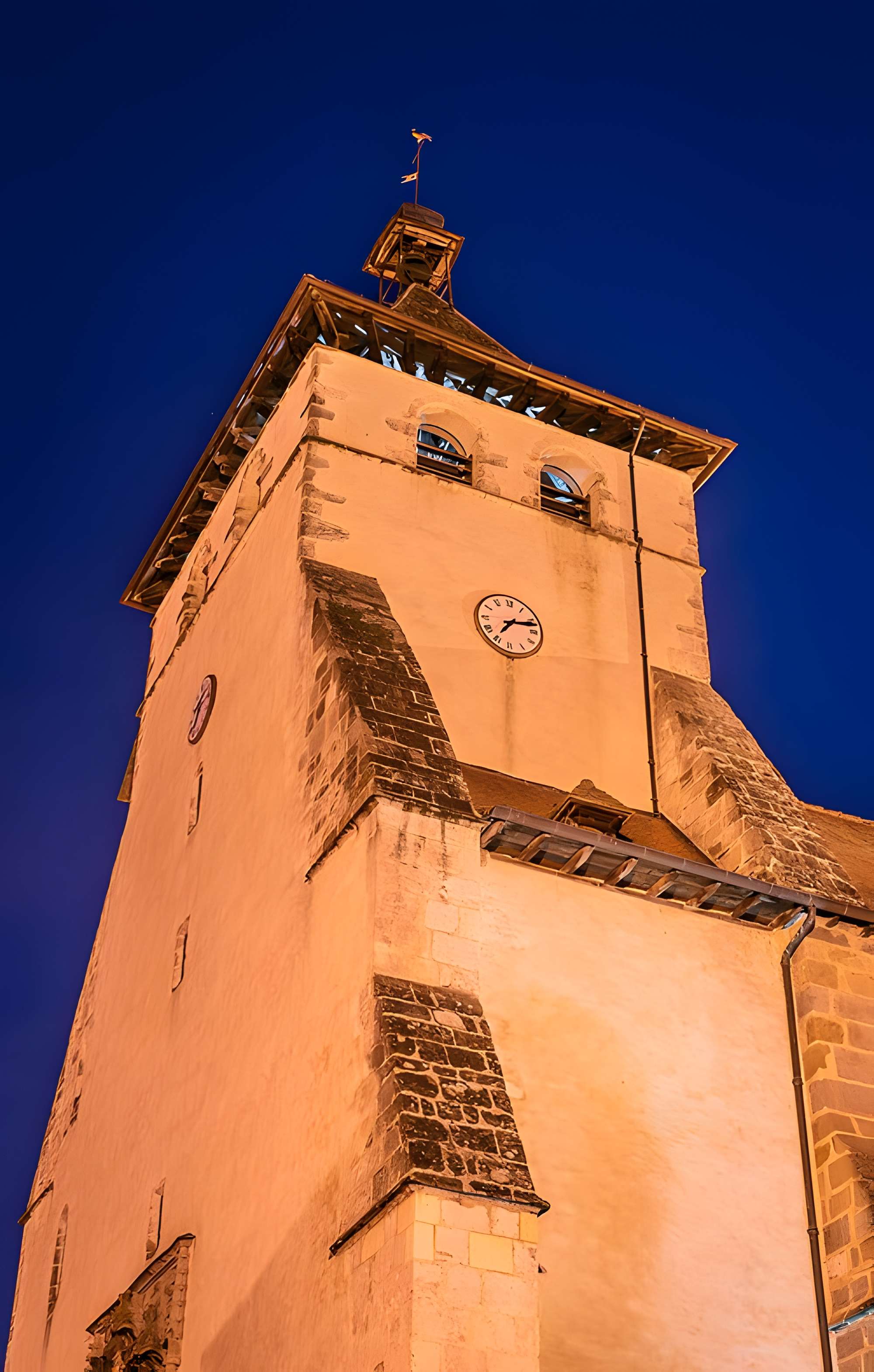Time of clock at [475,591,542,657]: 7:12
